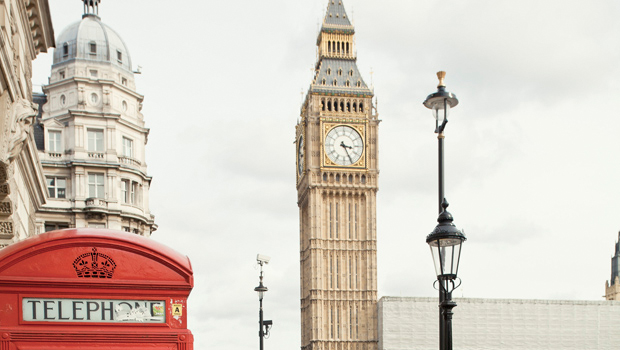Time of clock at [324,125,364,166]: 3:25
